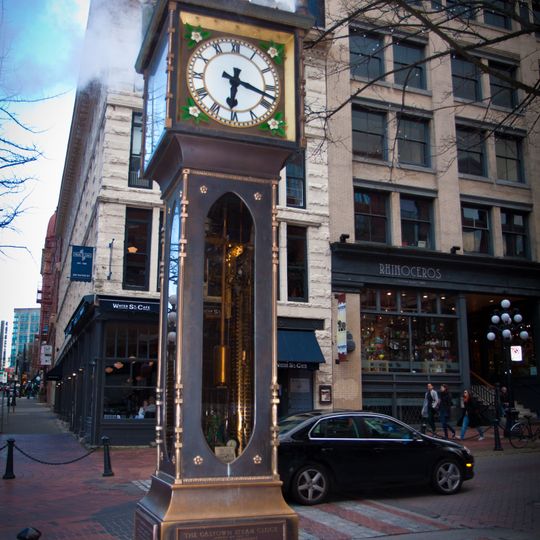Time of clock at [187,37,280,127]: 6:18
